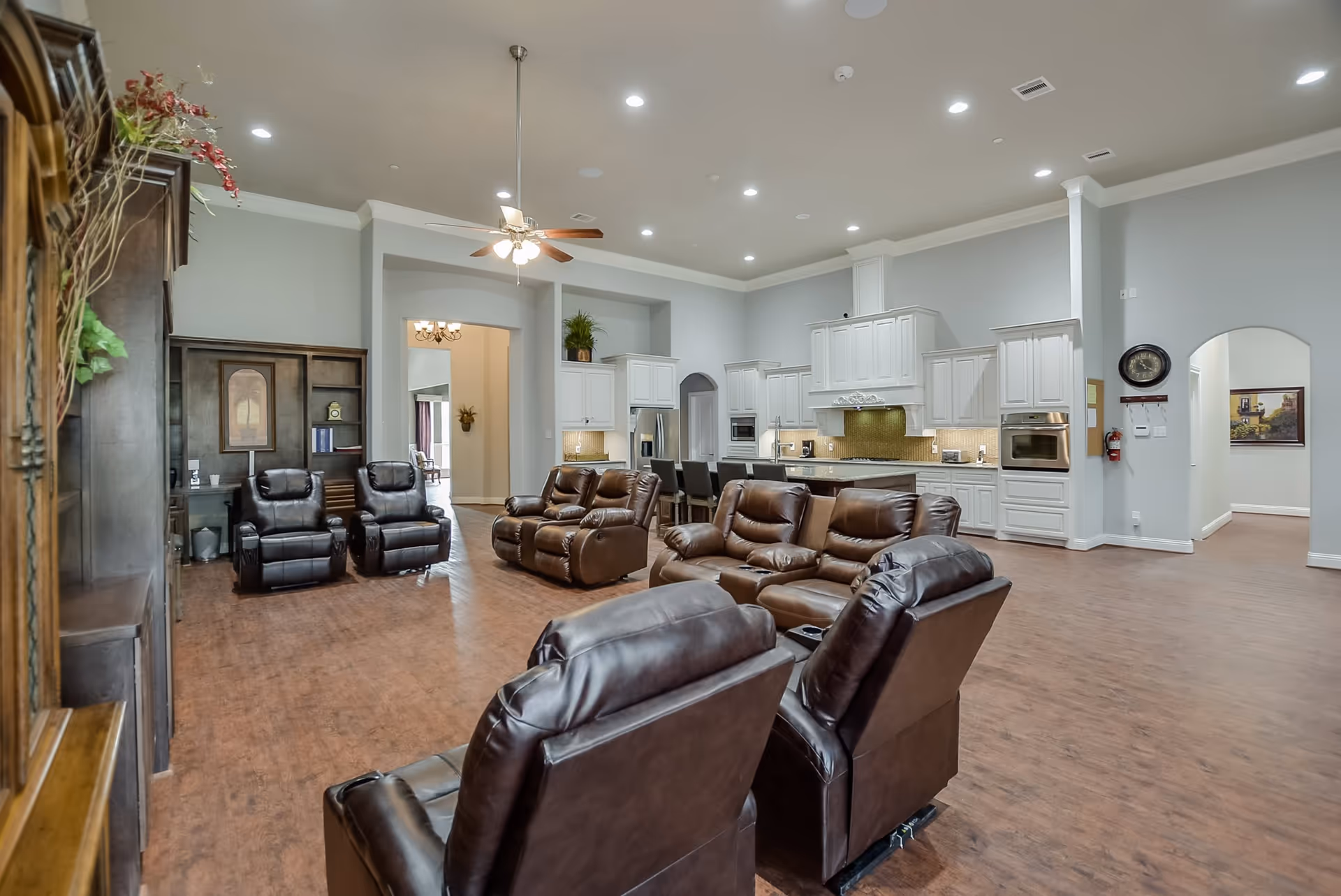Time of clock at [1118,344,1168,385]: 4:21
